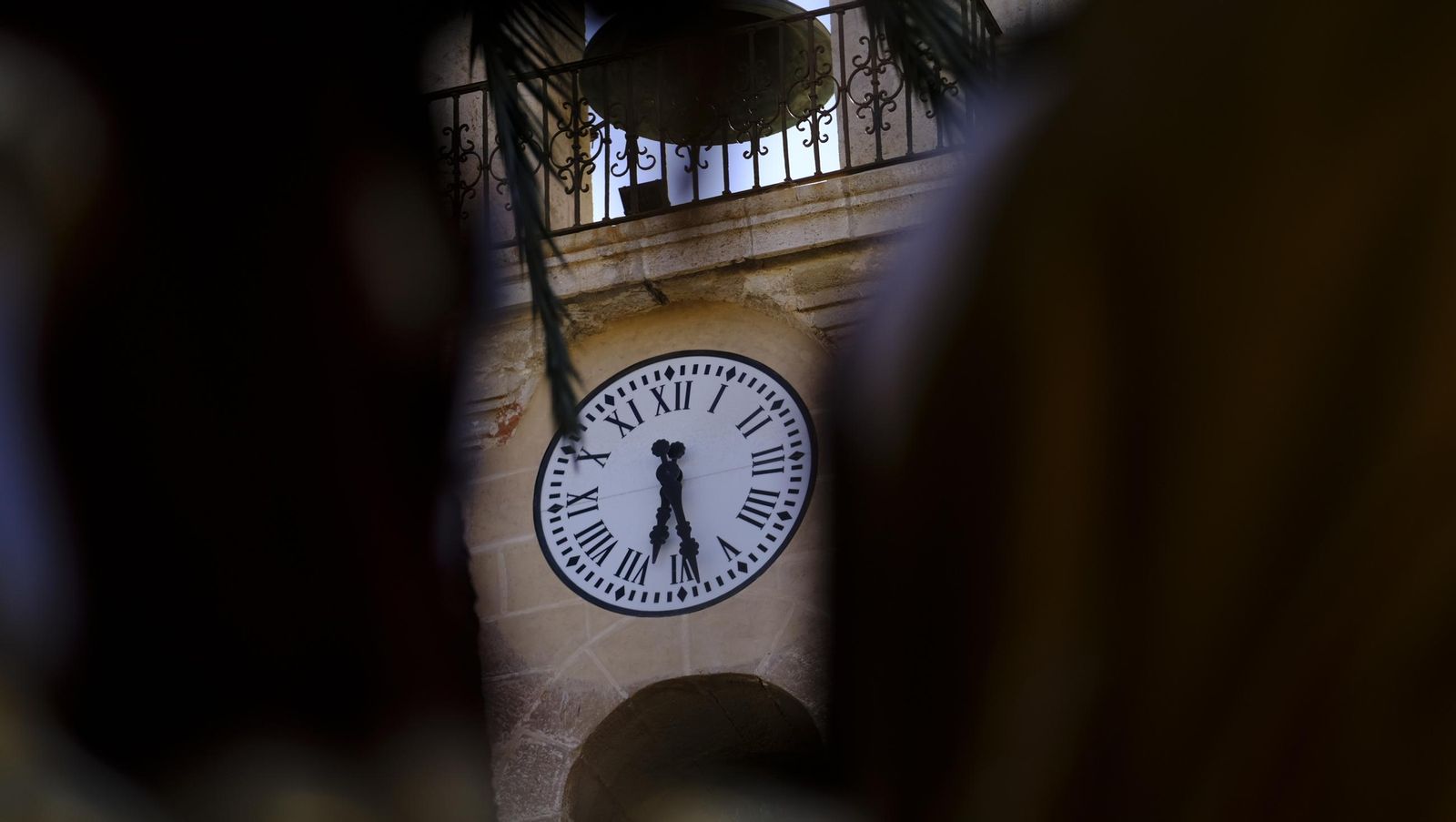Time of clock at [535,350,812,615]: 6:28
